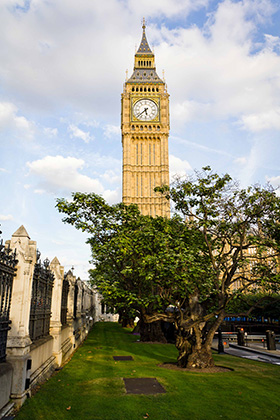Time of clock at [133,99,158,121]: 5:37
